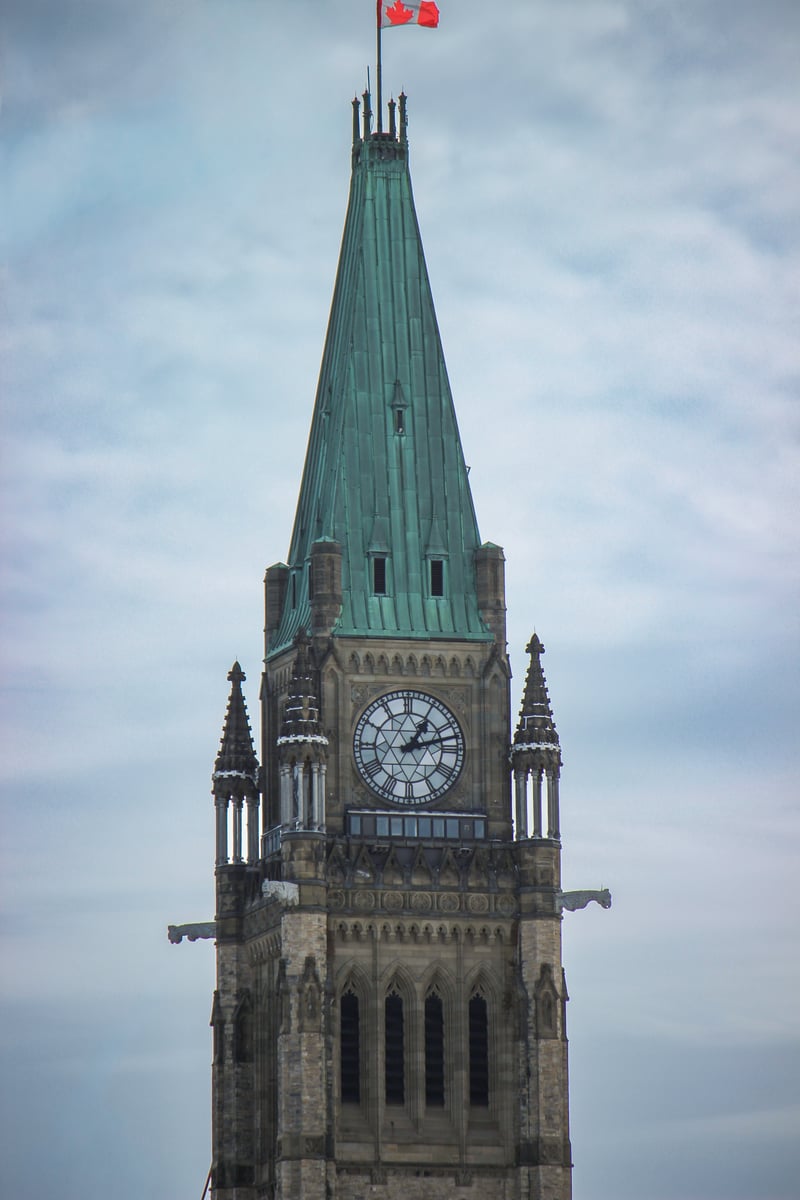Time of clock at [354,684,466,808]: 1:12
